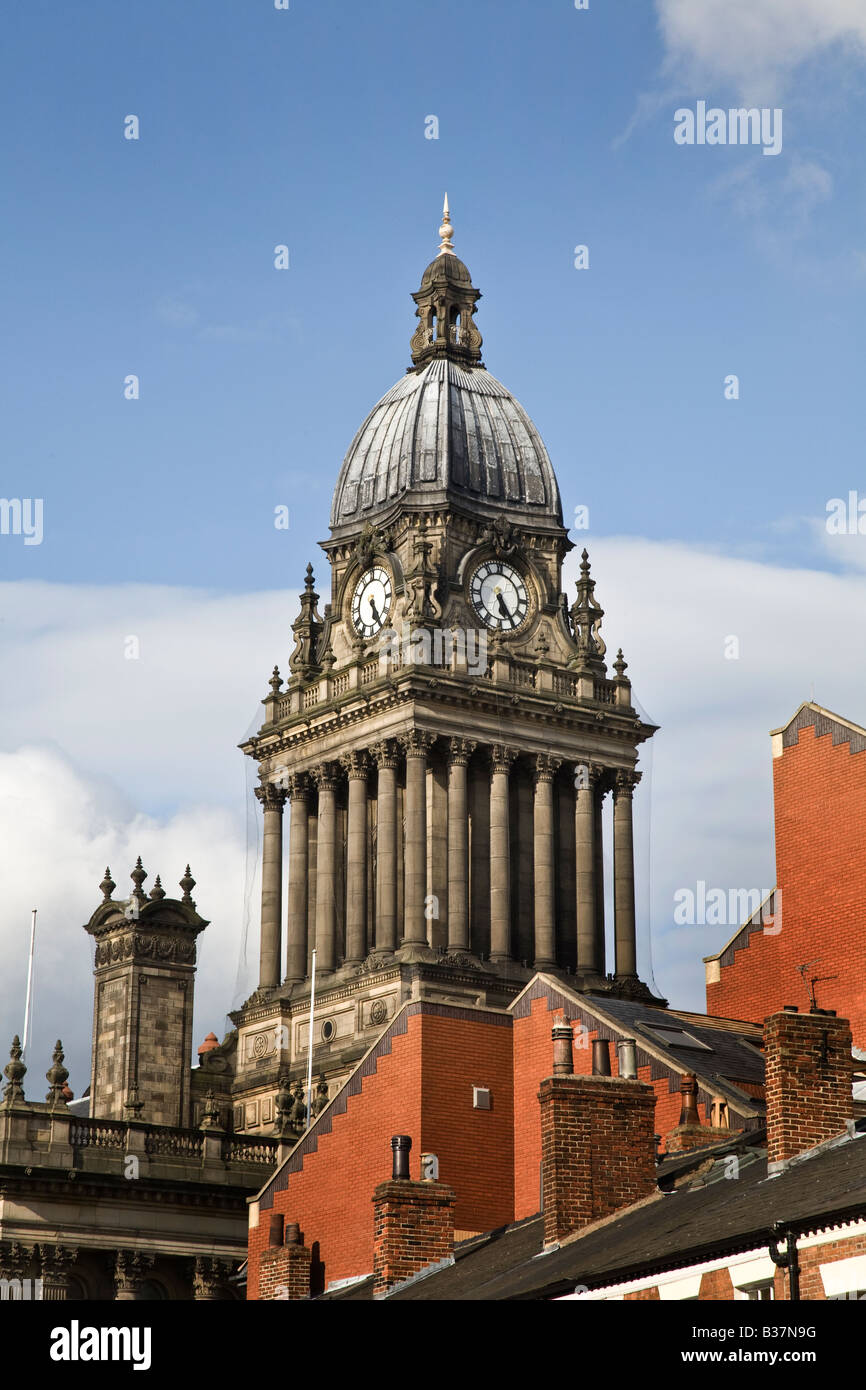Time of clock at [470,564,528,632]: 5:24
